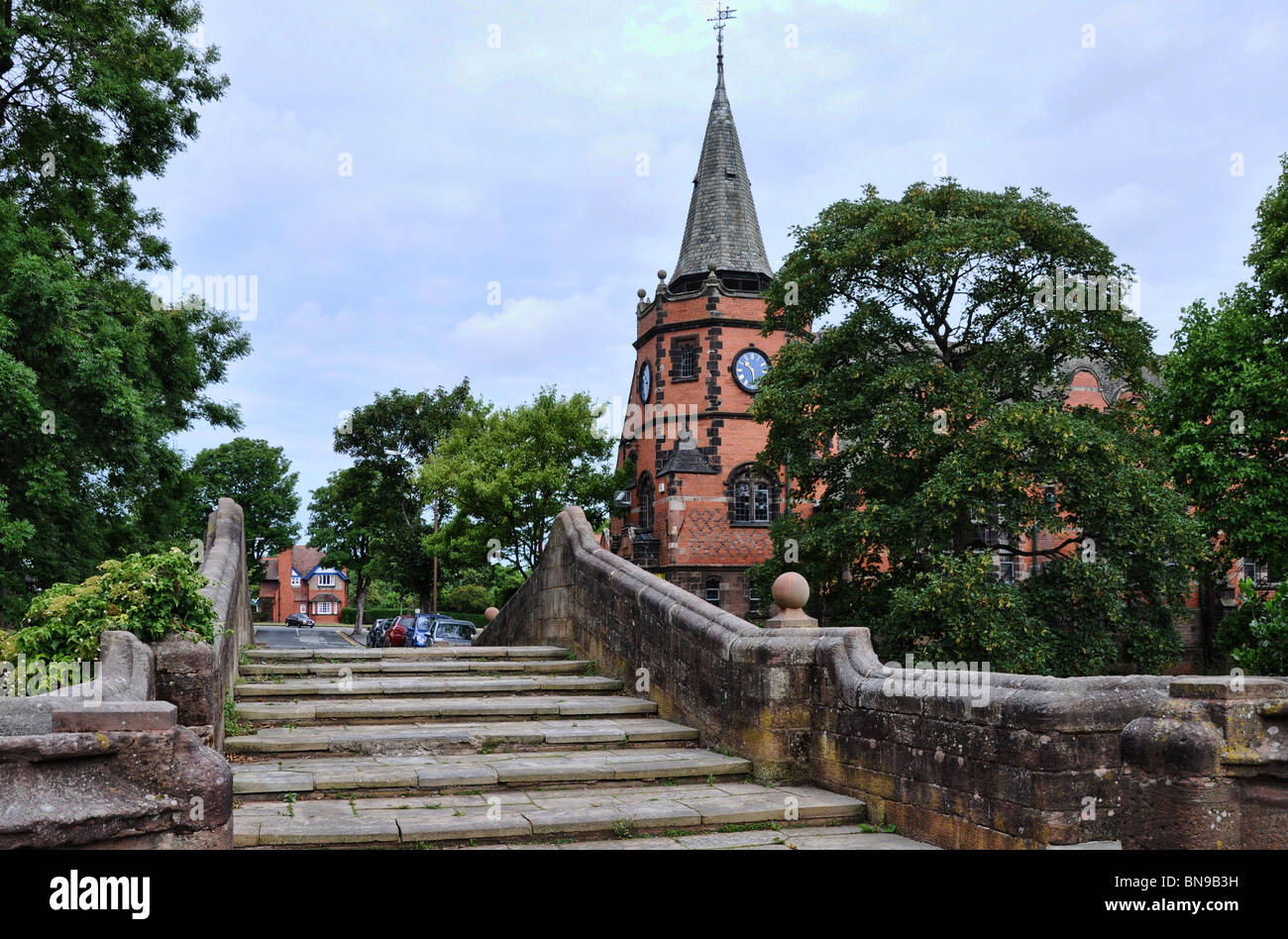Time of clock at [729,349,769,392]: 10:28
